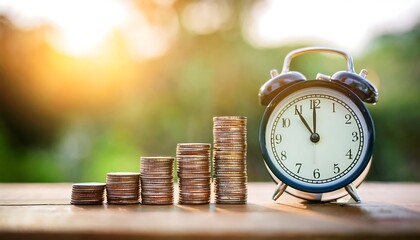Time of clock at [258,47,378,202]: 11:00
